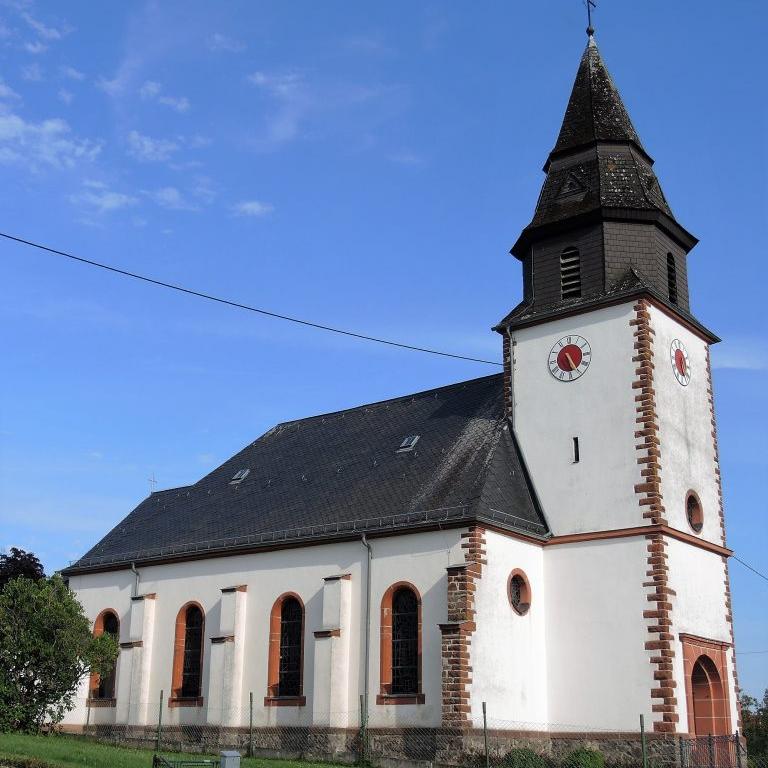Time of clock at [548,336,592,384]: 5:24
